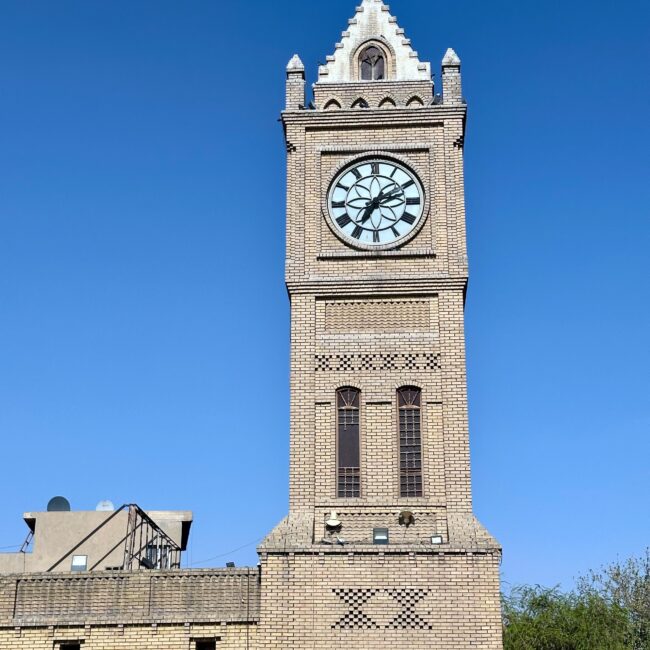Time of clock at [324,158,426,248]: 7:11
